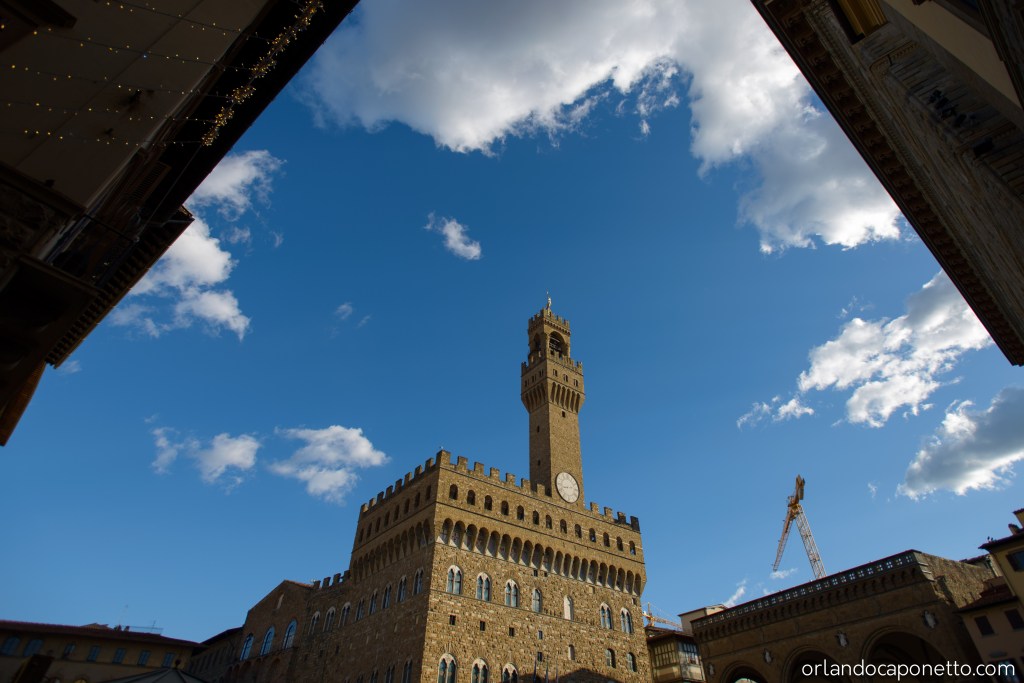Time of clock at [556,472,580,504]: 8:12
